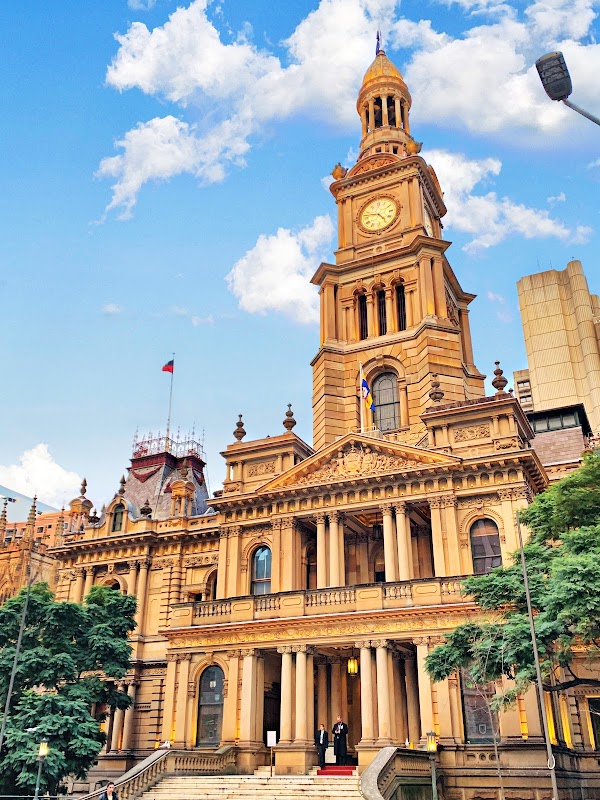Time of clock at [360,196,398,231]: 4:46
